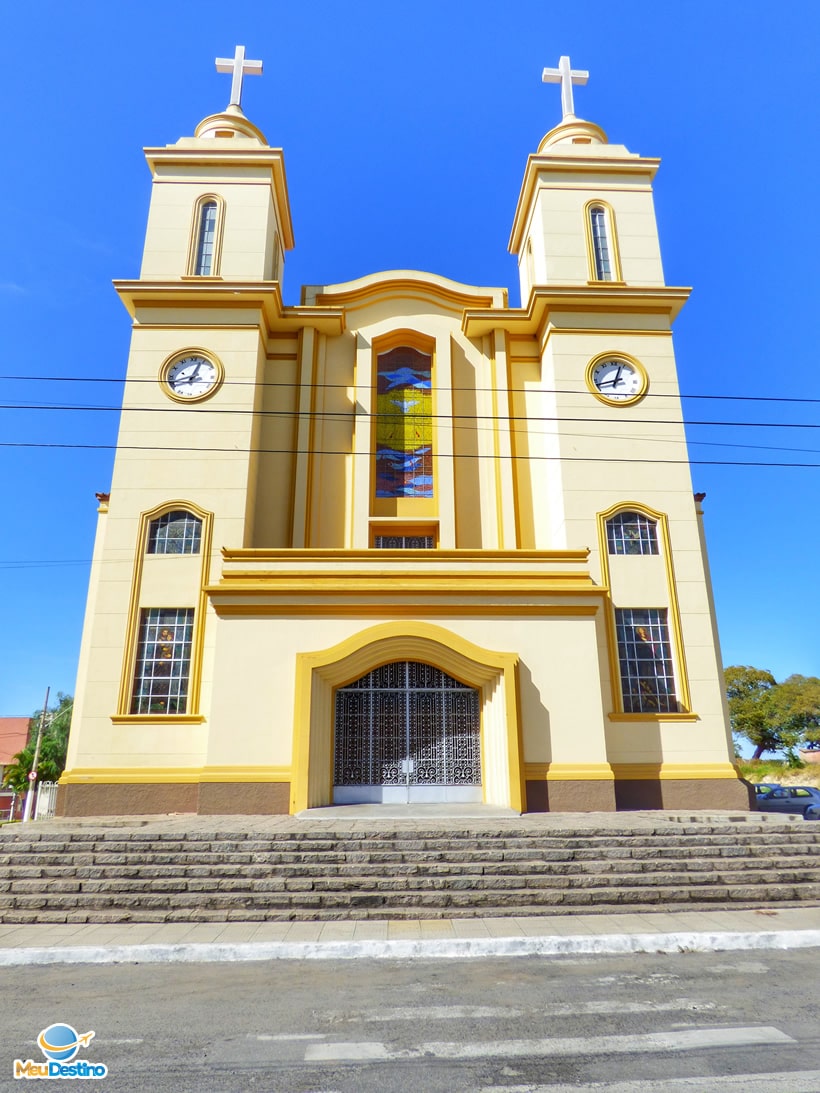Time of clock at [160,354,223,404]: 12:42
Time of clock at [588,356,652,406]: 12:42
